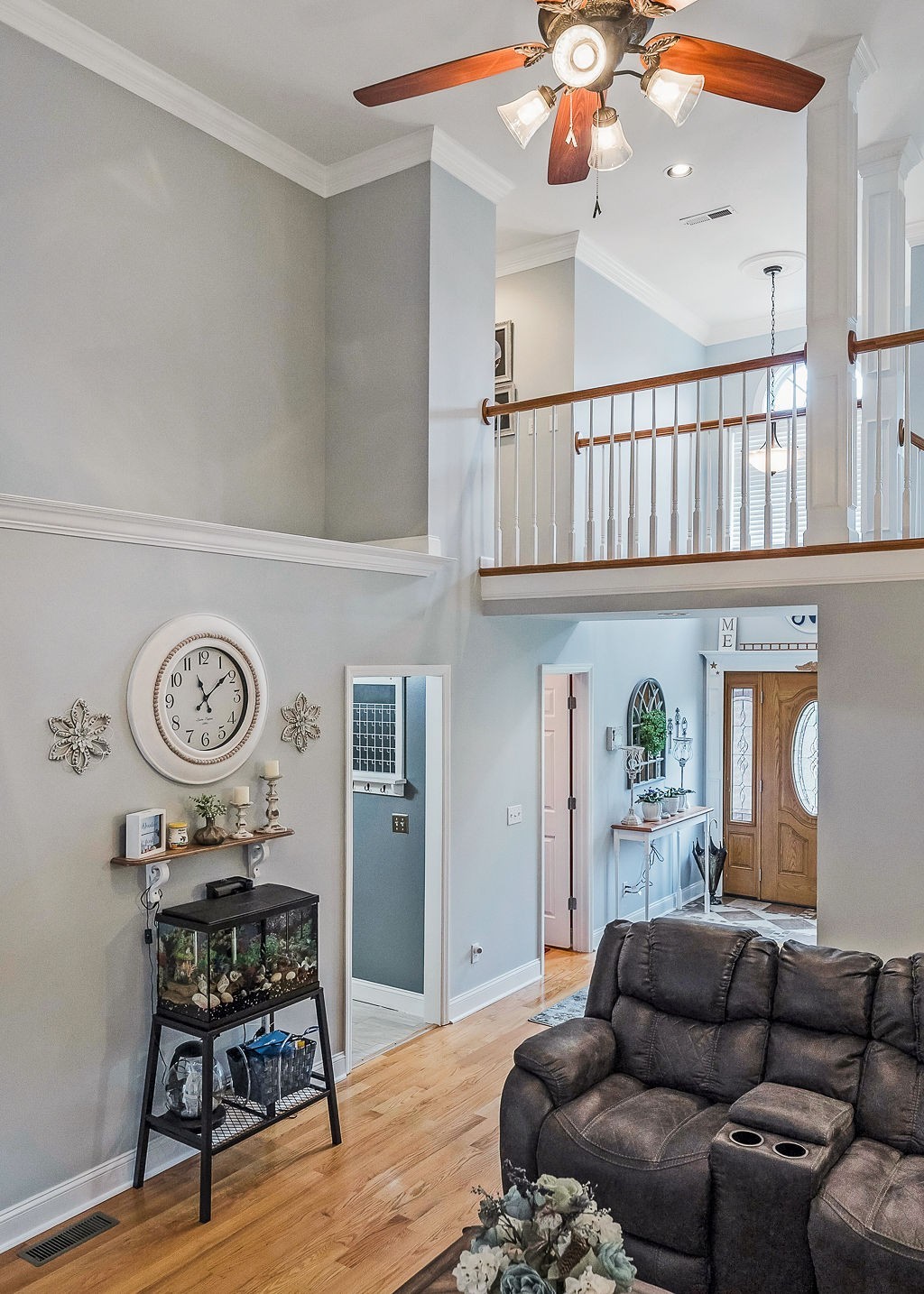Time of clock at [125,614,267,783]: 11:08
